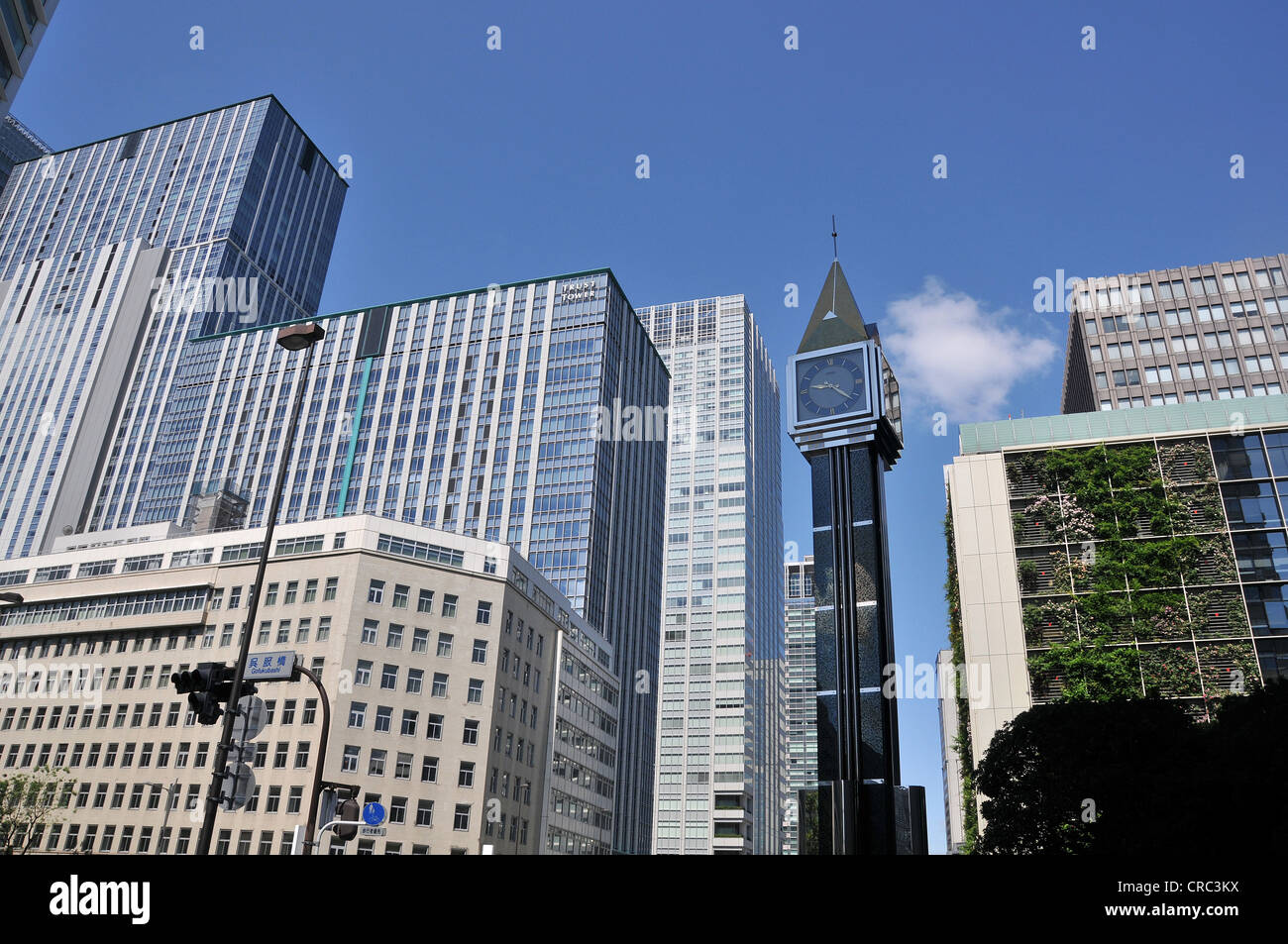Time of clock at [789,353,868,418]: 9:22
